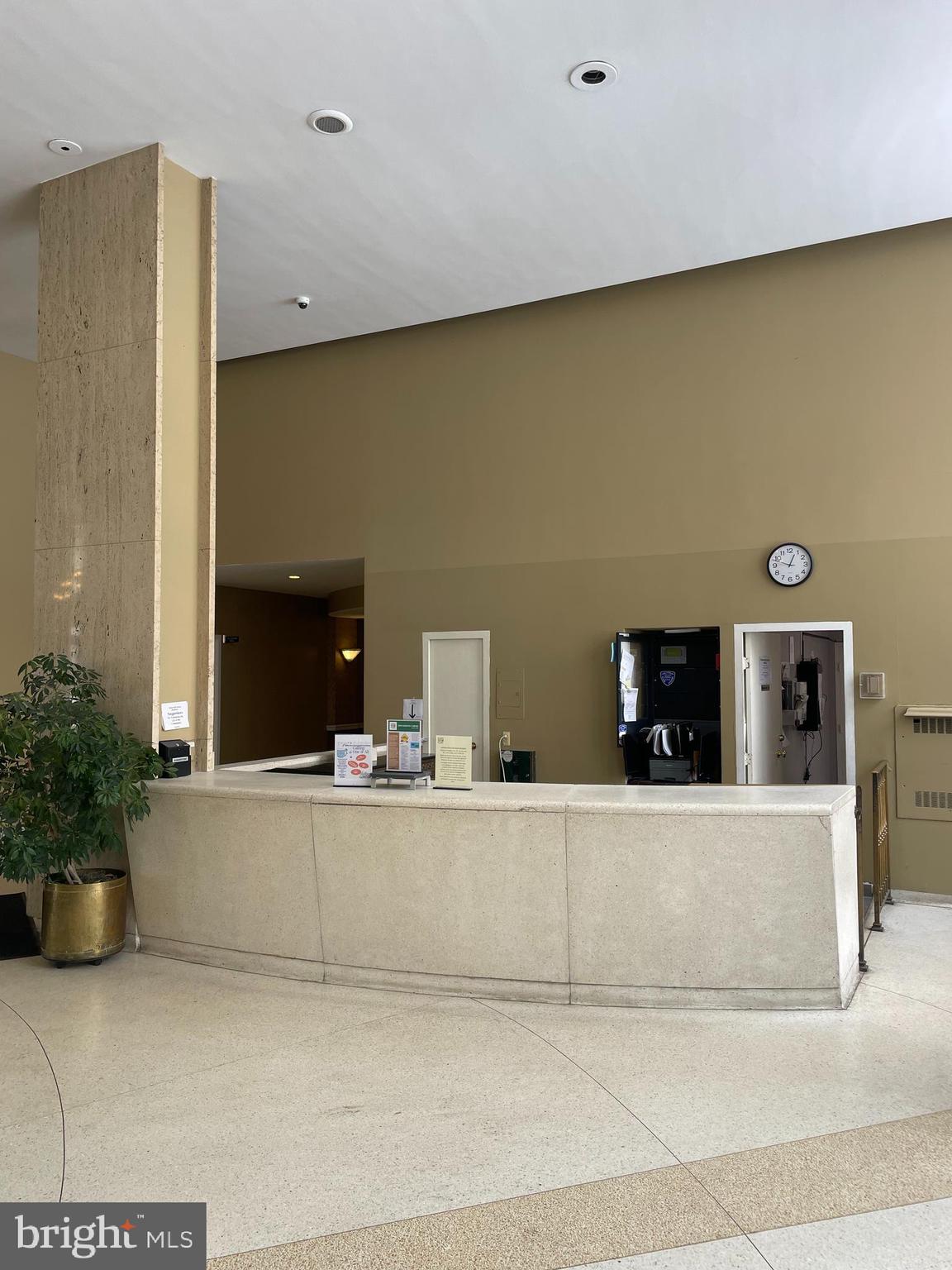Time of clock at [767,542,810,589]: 12:48
